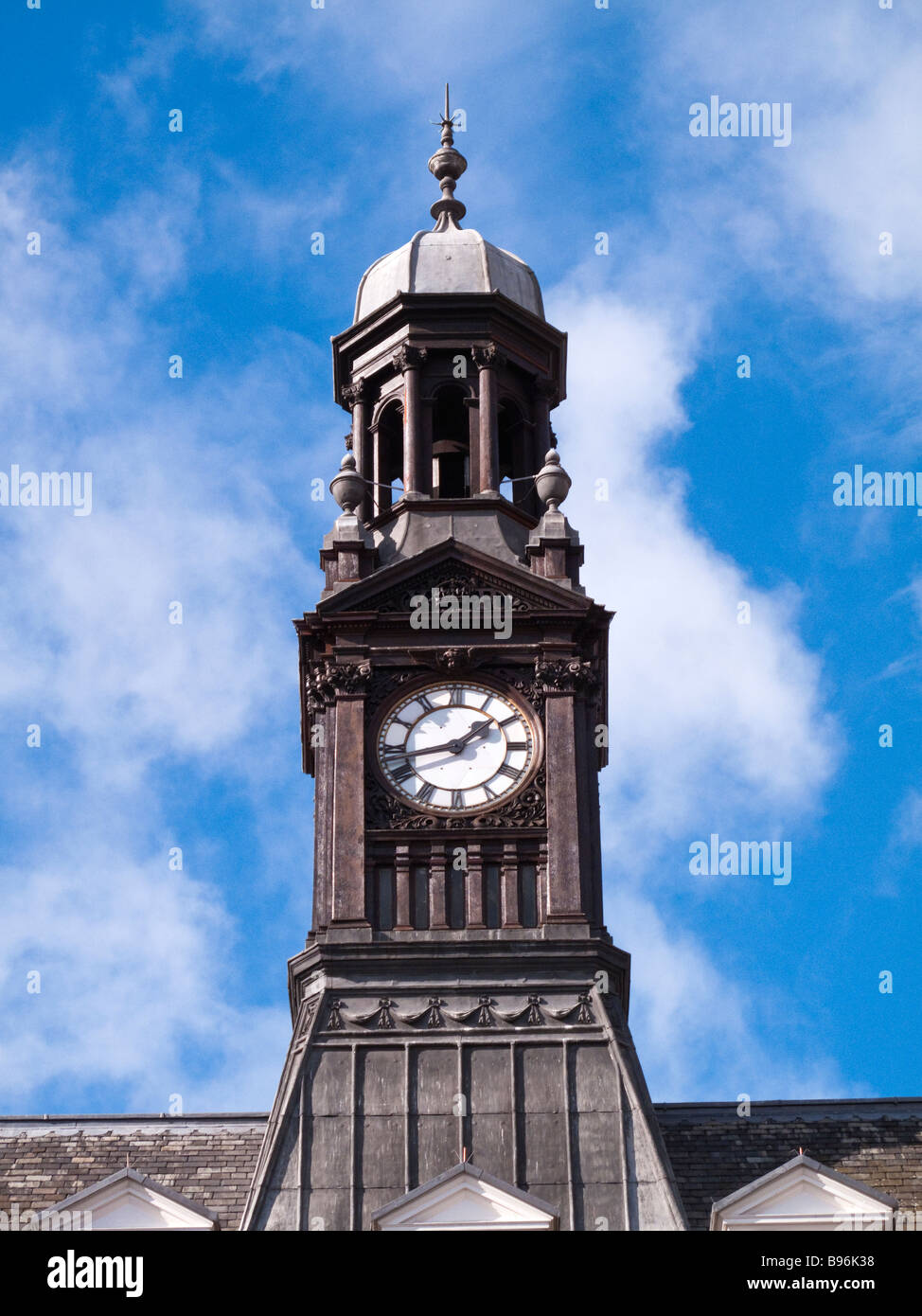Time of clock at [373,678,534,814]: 1:42
